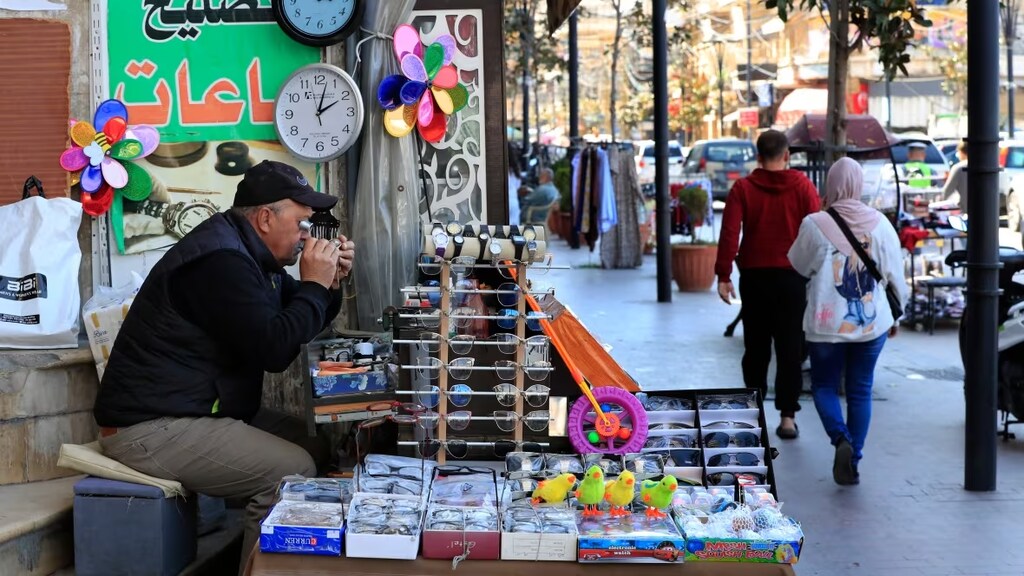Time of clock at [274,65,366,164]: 2:02
